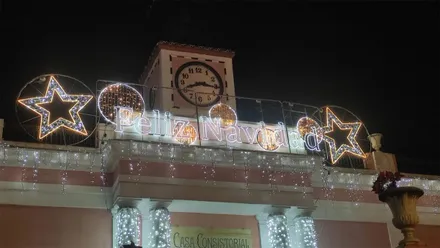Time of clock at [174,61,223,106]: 8:16
